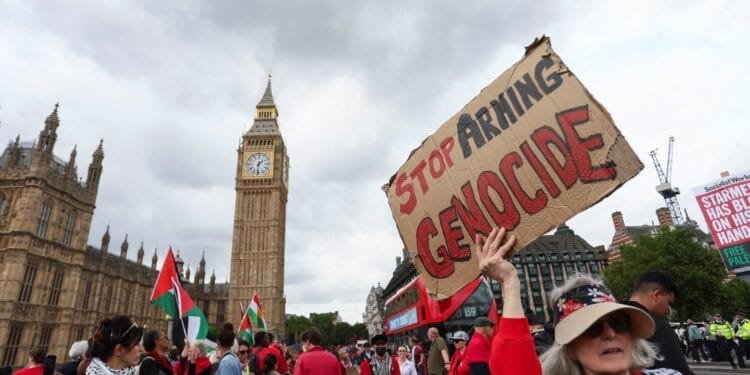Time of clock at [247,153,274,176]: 1:31
